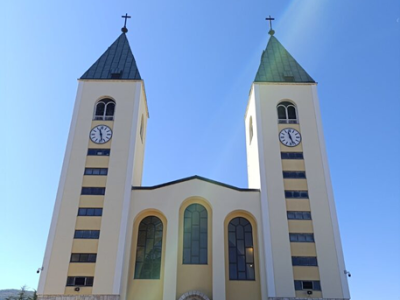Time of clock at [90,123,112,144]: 11:28
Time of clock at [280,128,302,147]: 11:26
